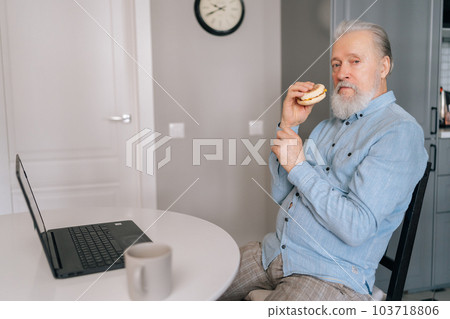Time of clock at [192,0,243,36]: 9:40
